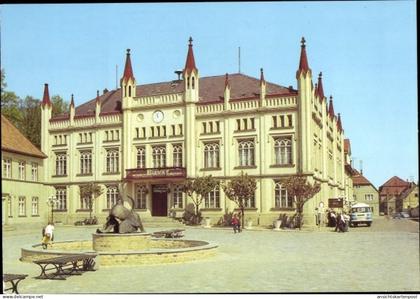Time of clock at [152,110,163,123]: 11:32
